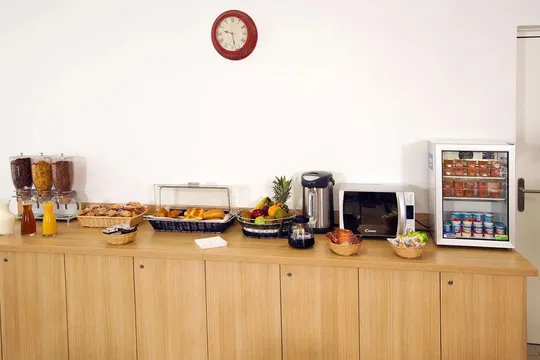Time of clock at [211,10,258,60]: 9:27
